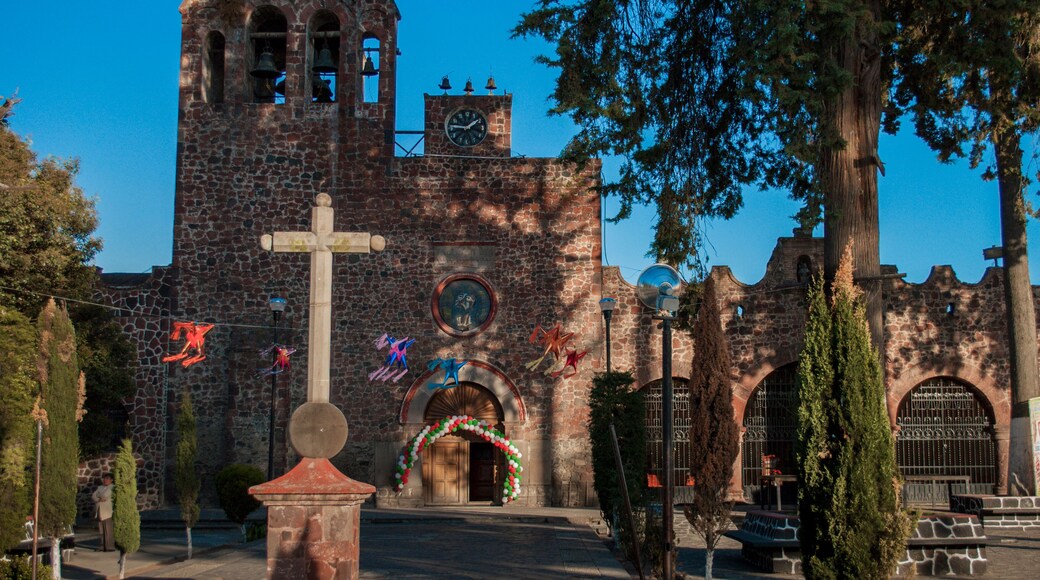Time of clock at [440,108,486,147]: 1:46
